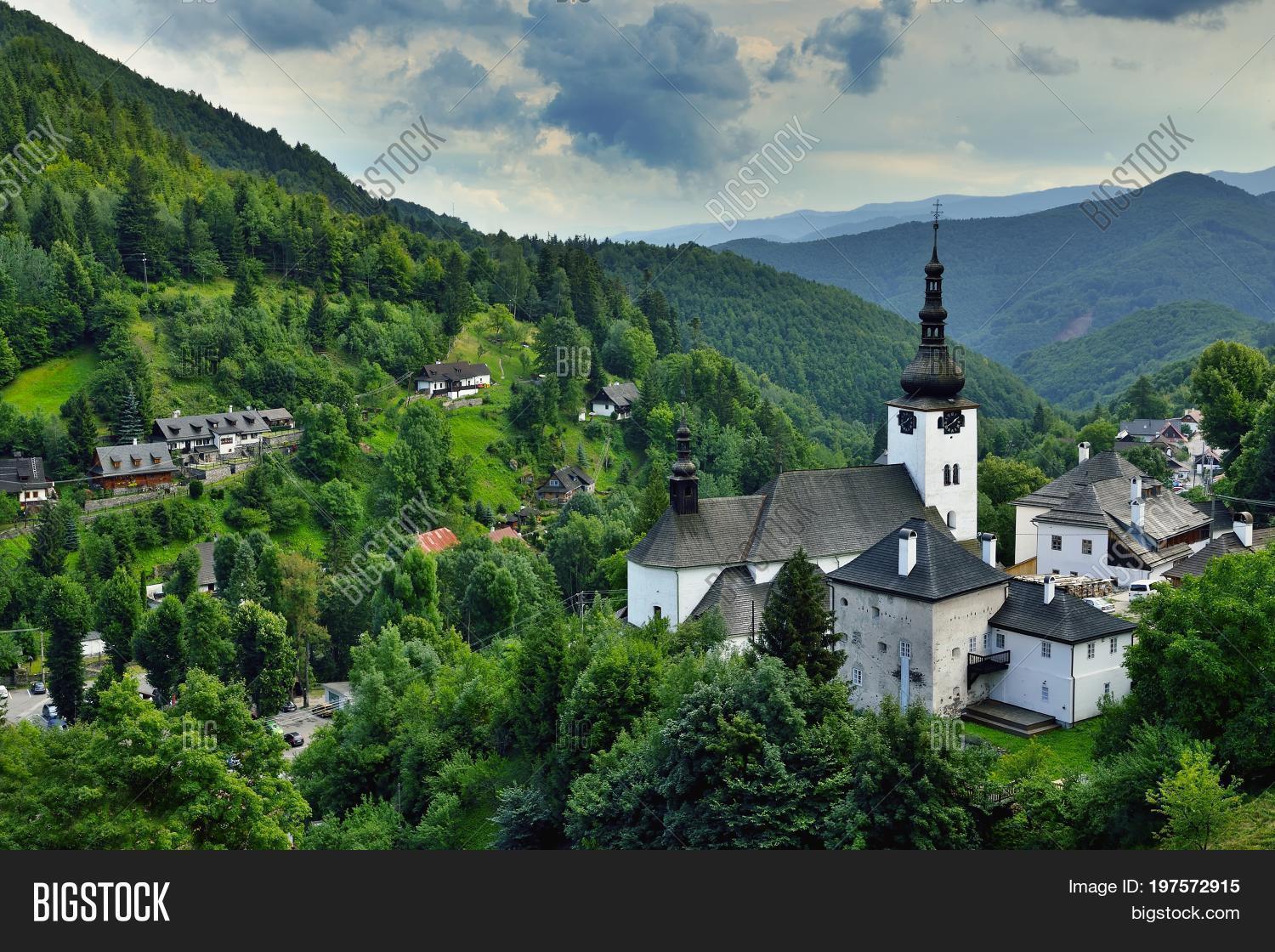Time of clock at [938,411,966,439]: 1:39
